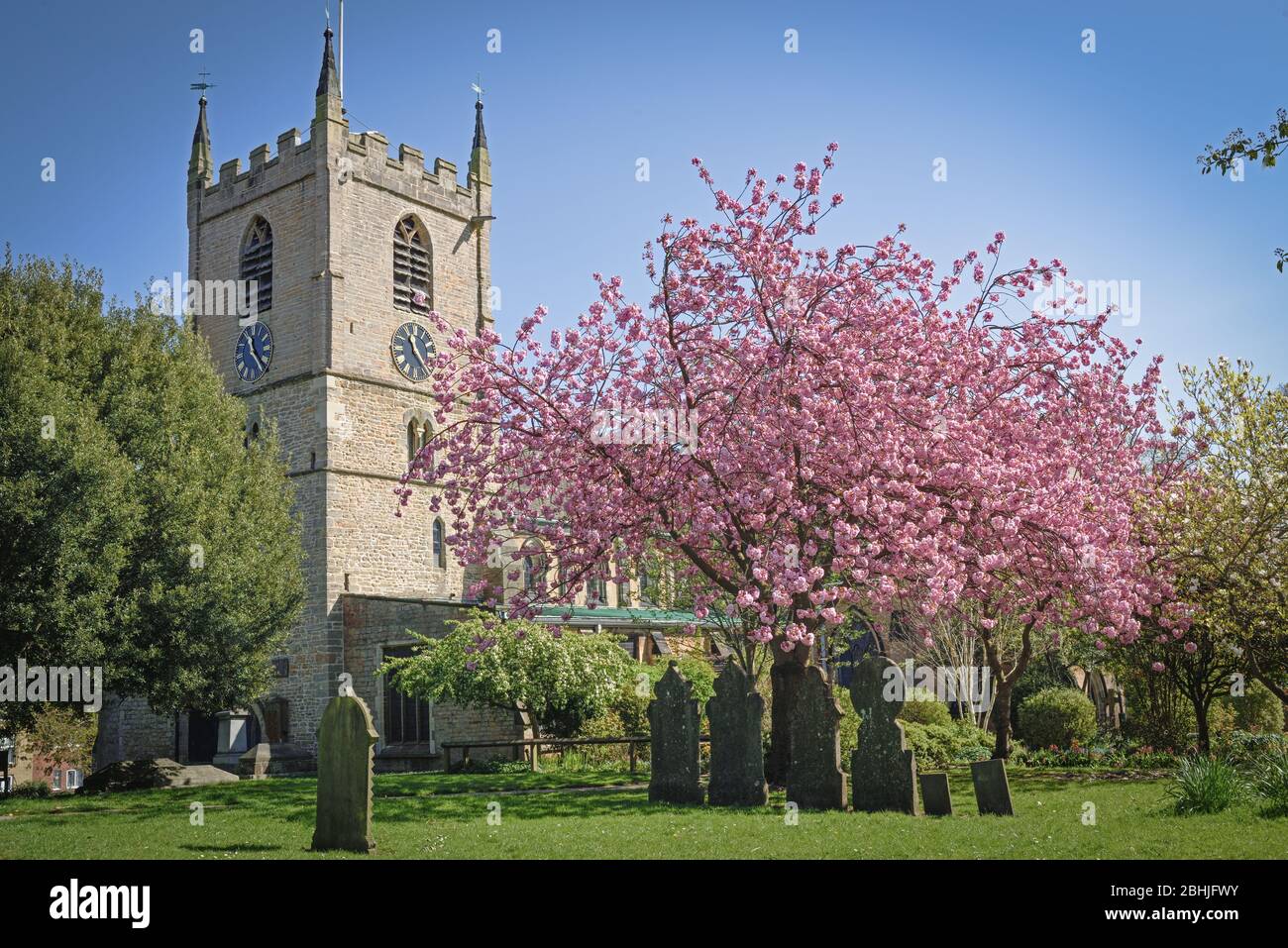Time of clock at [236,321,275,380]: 11:23
